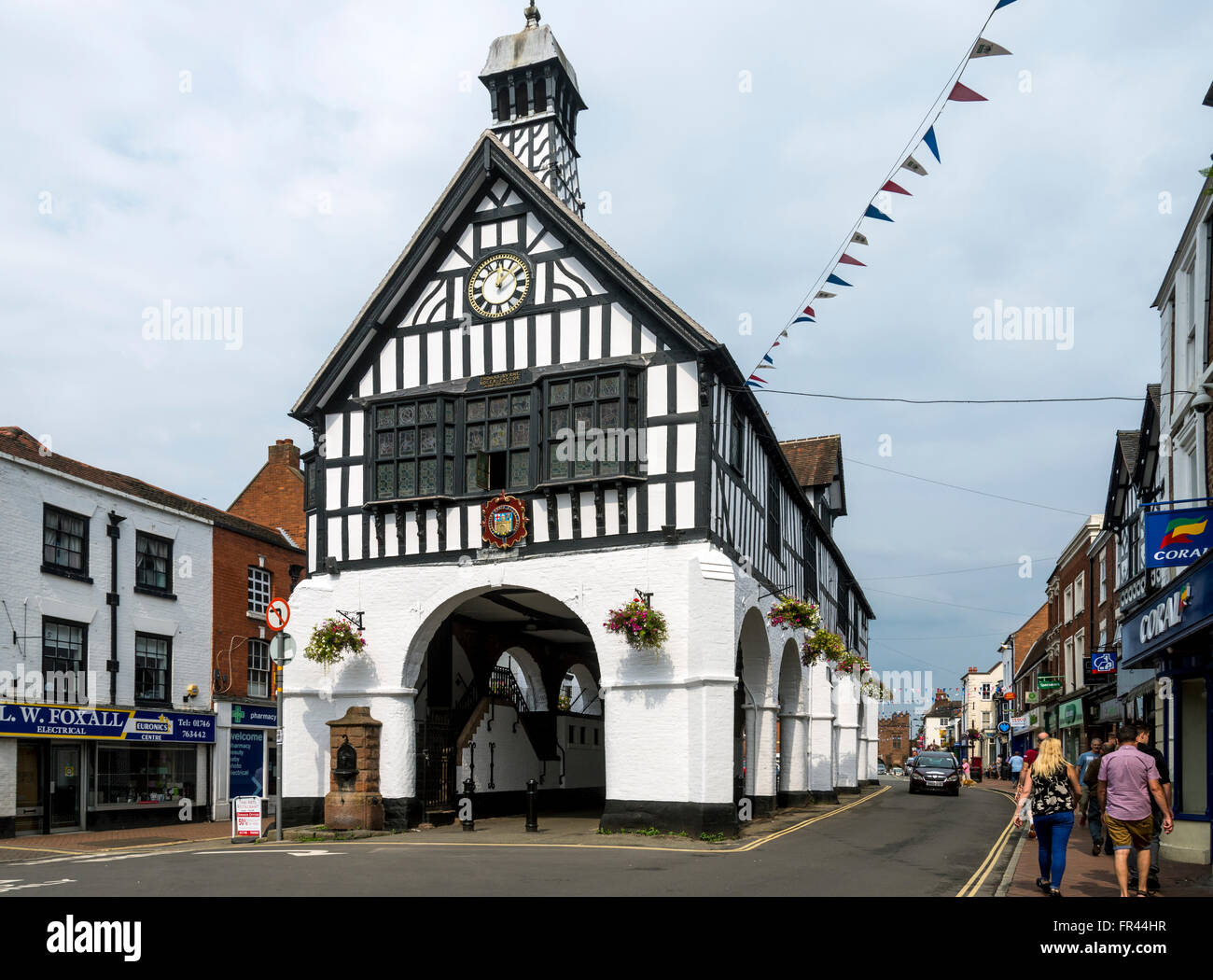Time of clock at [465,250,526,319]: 12:07
